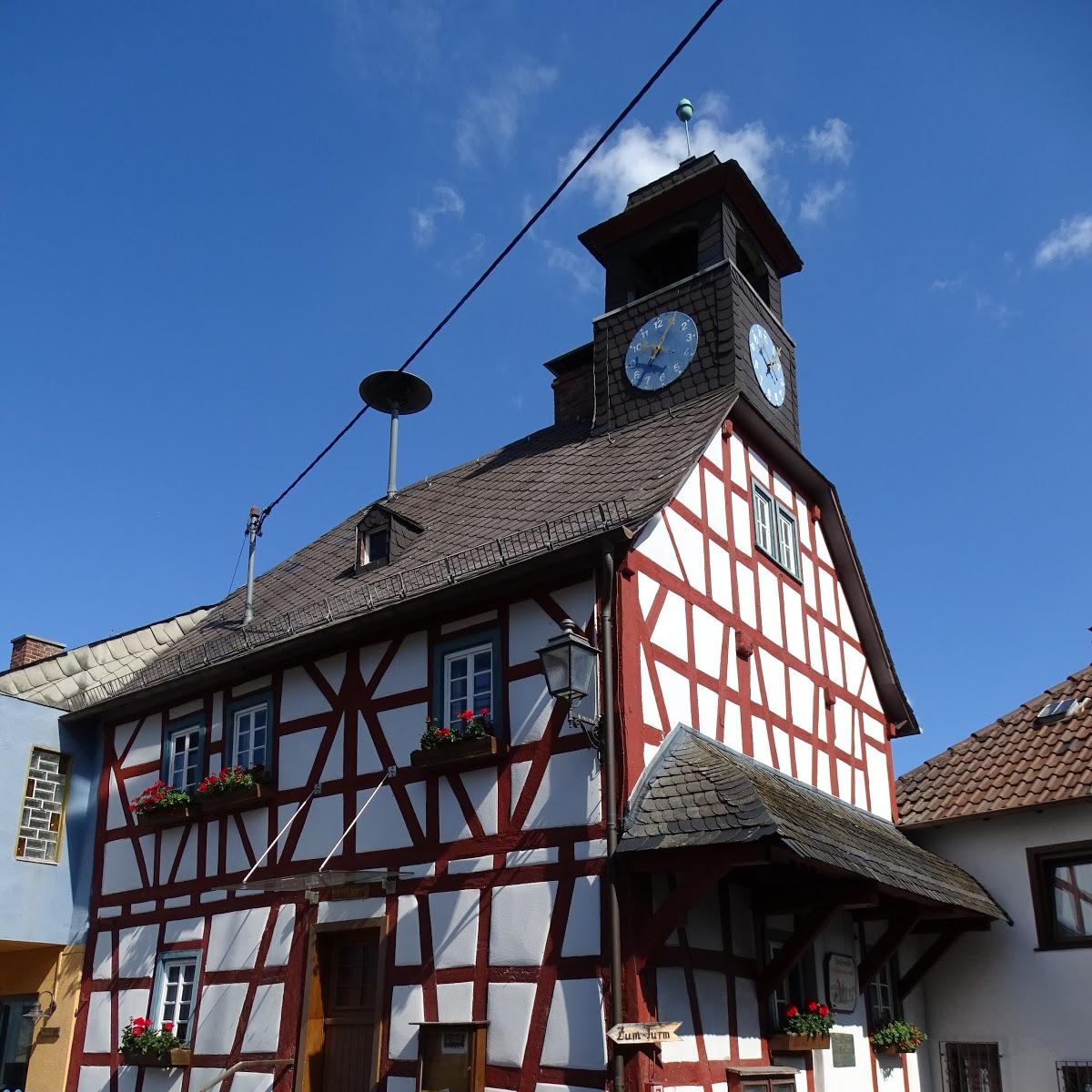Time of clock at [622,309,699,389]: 7:05
